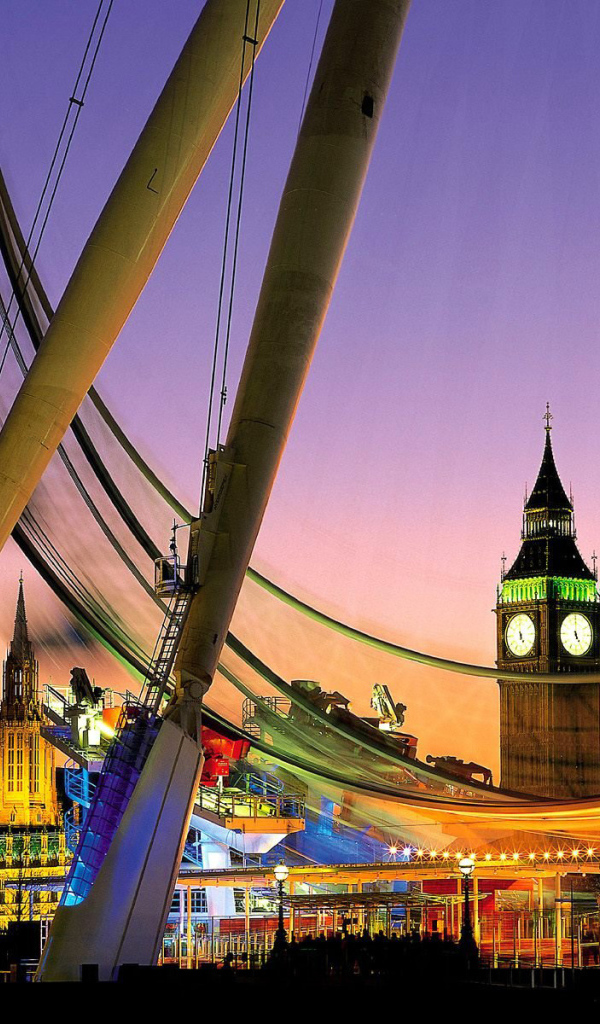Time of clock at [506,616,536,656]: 4:59
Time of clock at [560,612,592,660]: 4:59
